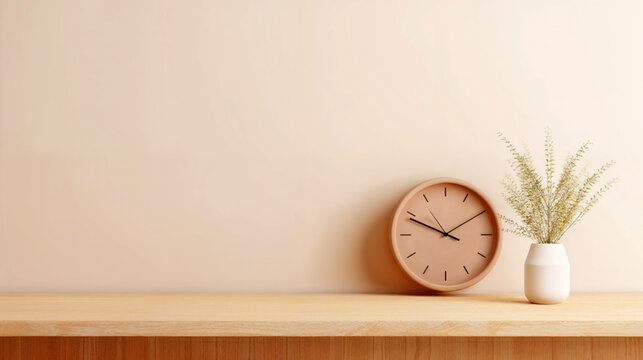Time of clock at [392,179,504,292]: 9:48
